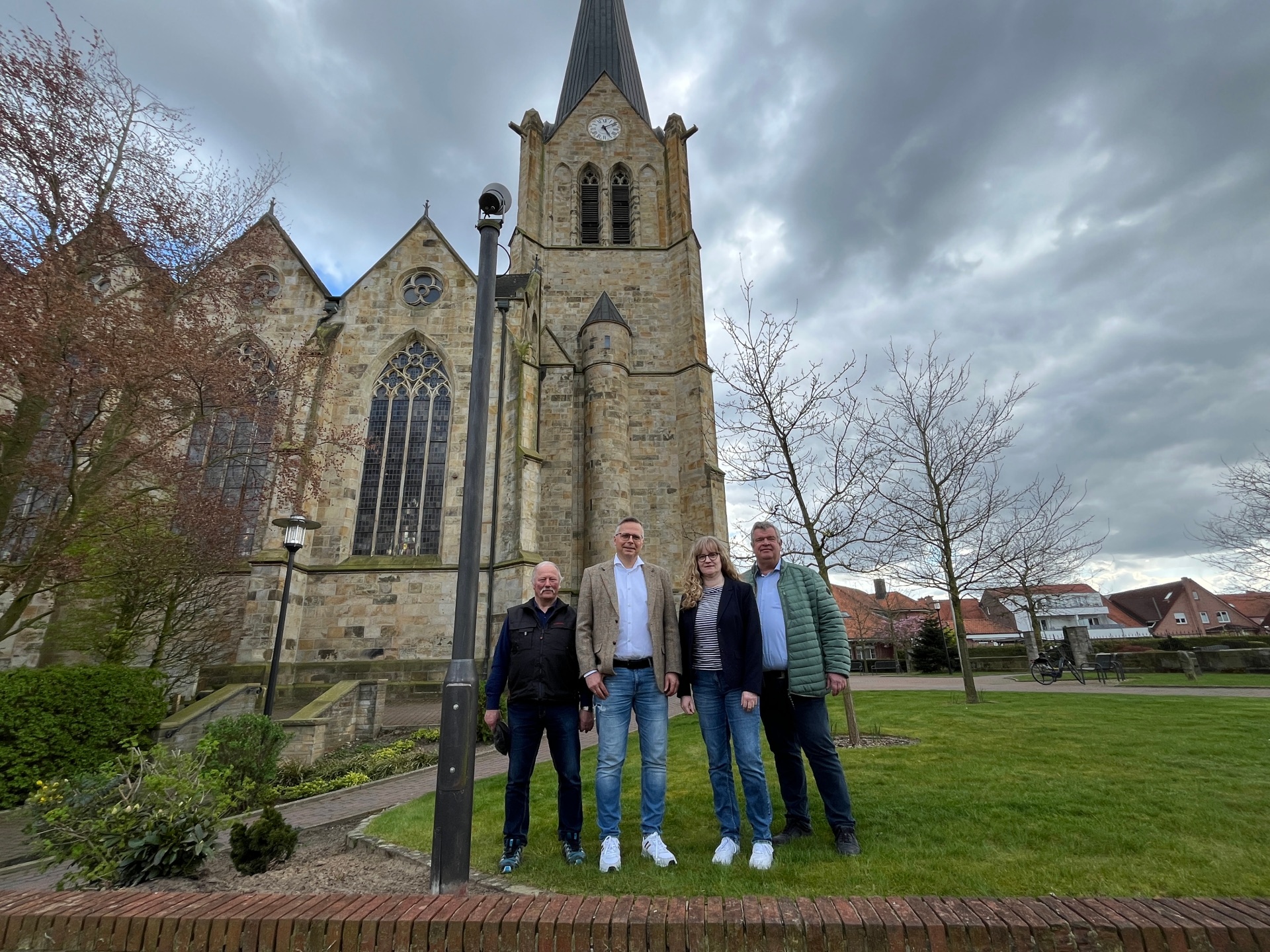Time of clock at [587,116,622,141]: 5:09
